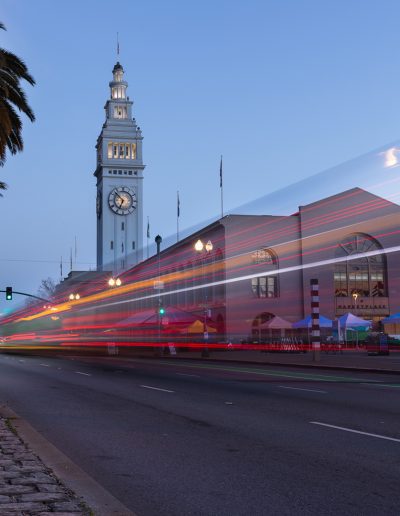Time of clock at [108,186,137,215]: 6:52
